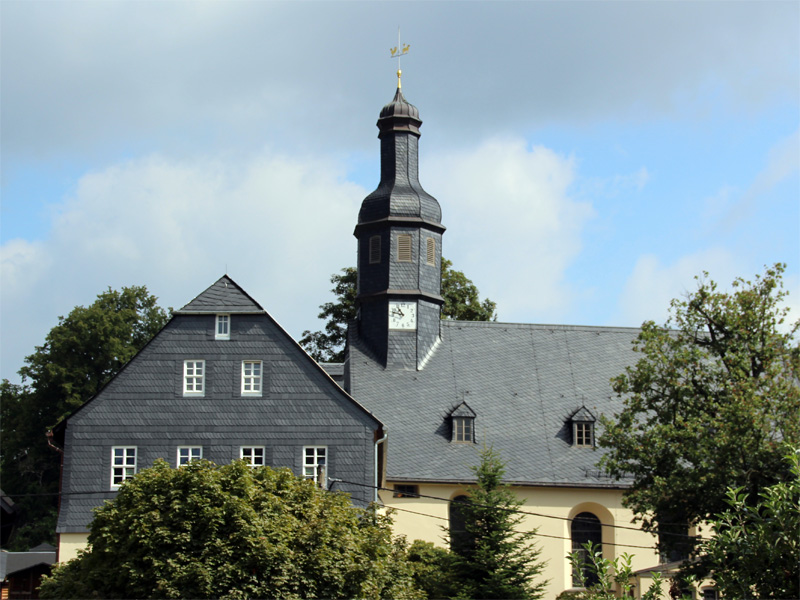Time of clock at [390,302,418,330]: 10:47
